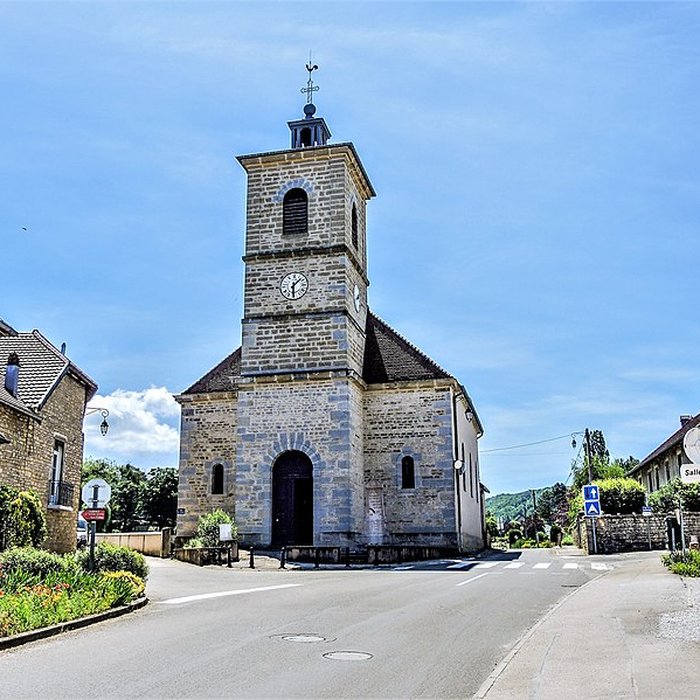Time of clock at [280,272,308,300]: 1:30
